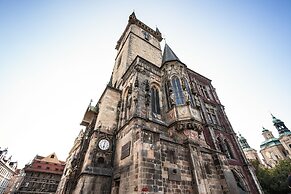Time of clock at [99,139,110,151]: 6:02
